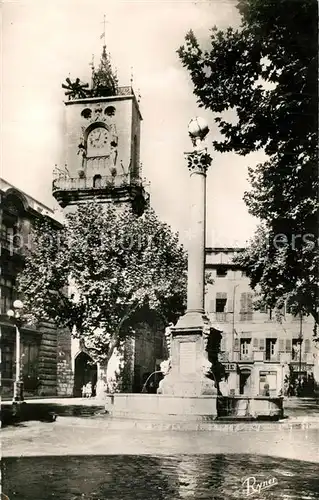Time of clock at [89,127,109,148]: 8:03
